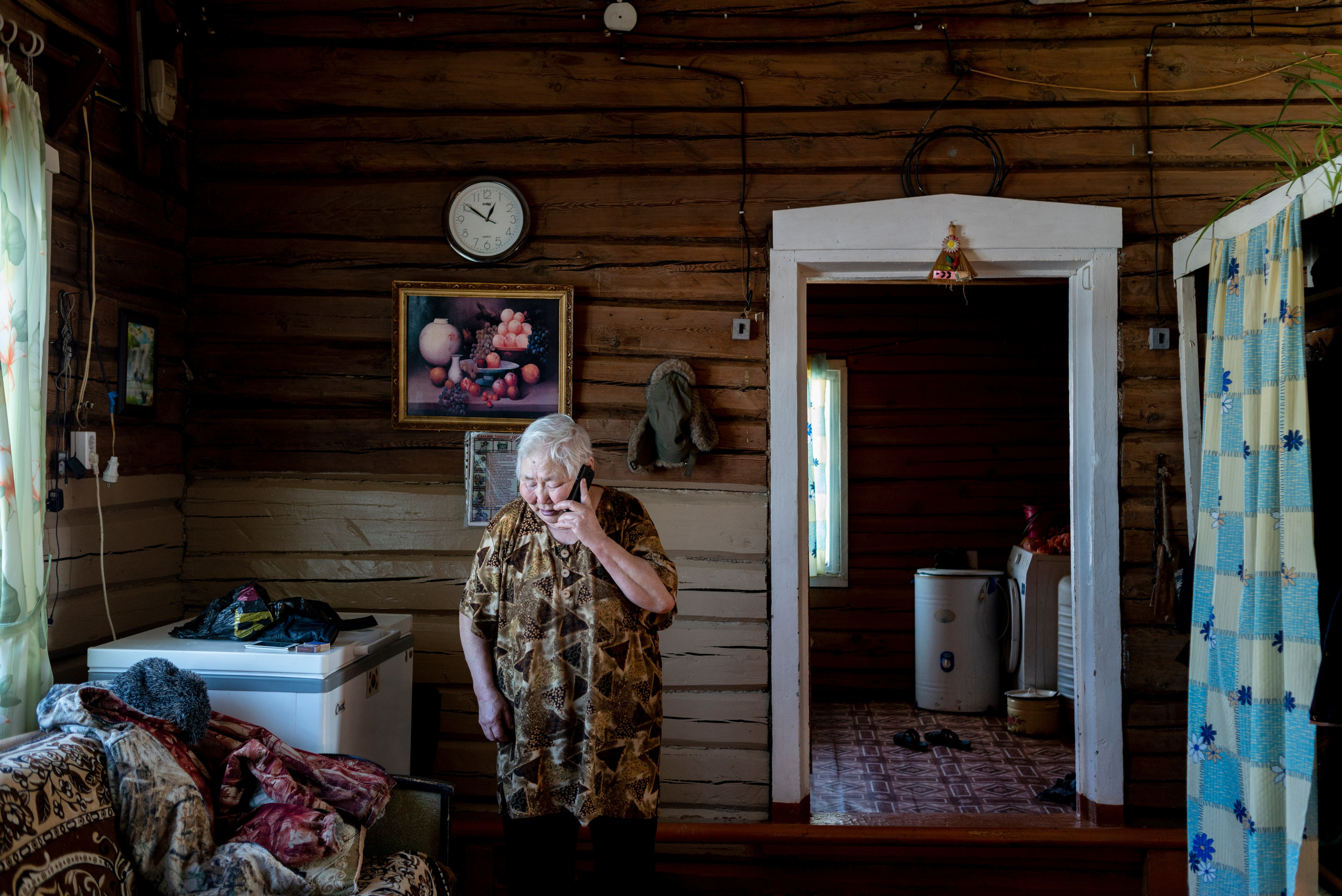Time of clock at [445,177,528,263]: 12:50
